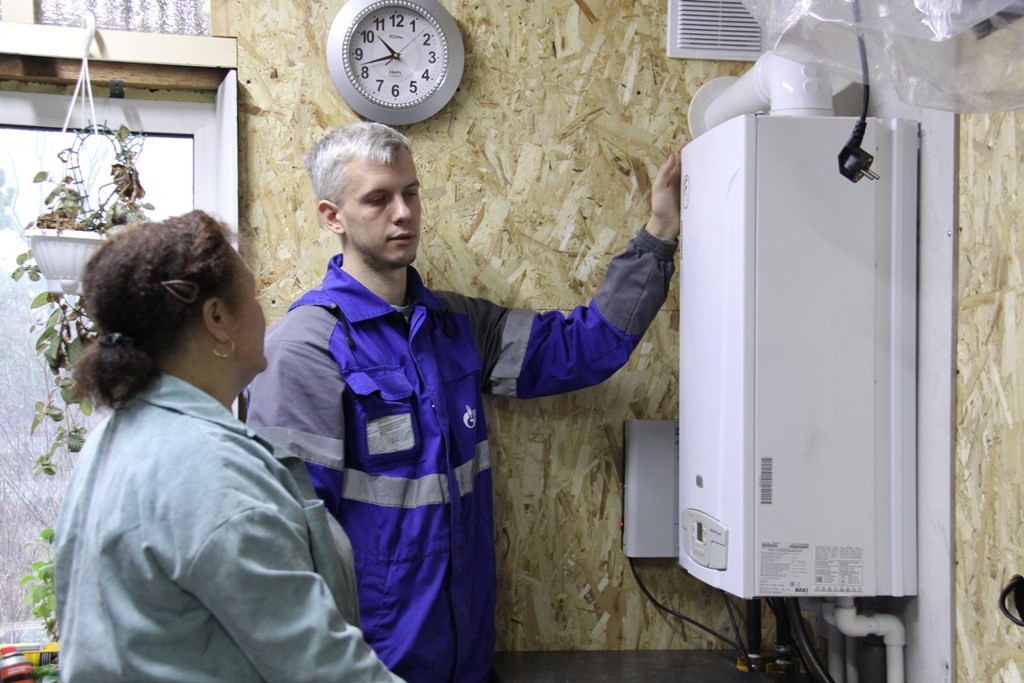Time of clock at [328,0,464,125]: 10:42
